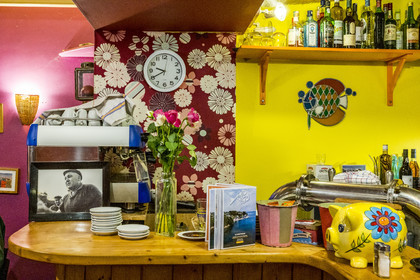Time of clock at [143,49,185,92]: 9:40
